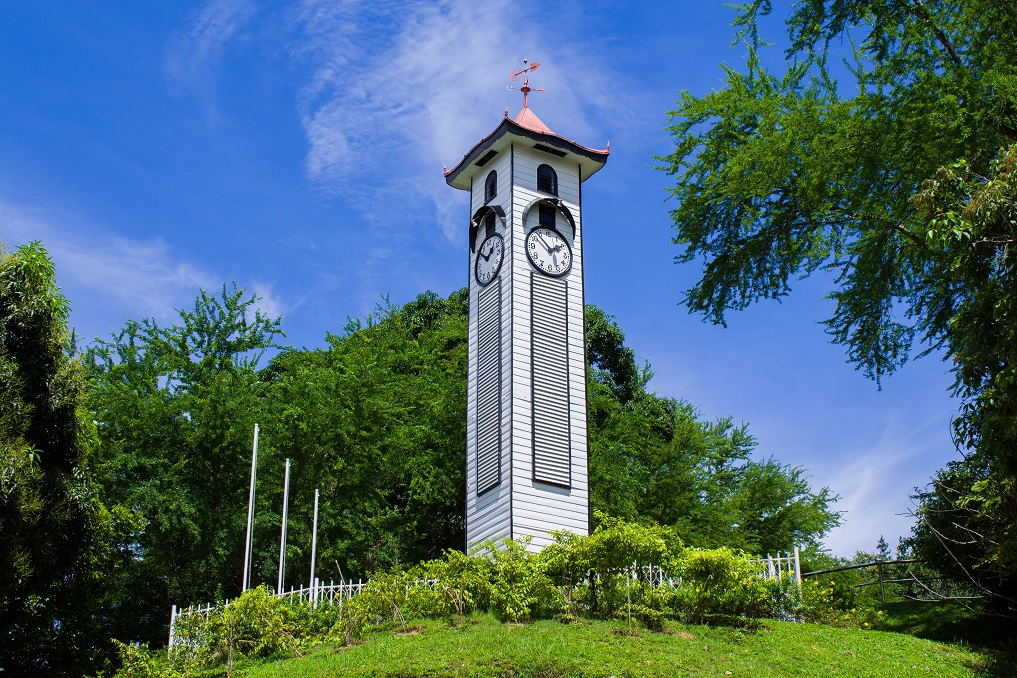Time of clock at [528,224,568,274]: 1:53
